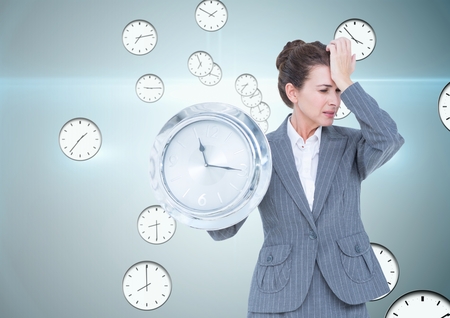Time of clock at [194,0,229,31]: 1:49
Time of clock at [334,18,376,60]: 3:53
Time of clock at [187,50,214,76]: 6:56
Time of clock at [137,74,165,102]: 9:14
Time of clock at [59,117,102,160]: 1:36
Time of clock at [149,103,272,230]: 11:16
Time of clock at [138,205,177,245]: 8:29
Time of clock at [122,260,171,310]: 7:59
